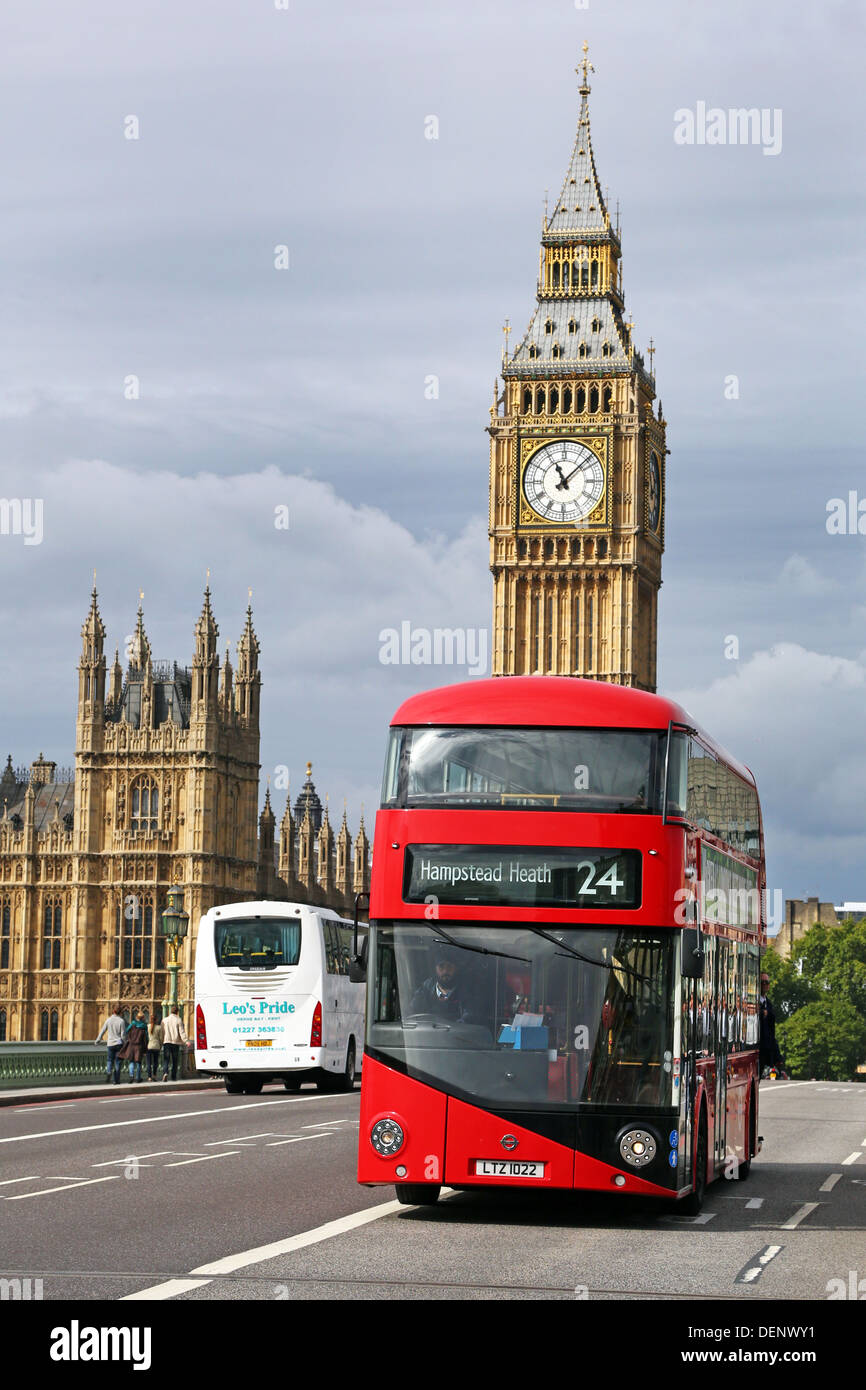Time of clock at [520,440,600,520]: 11:07
